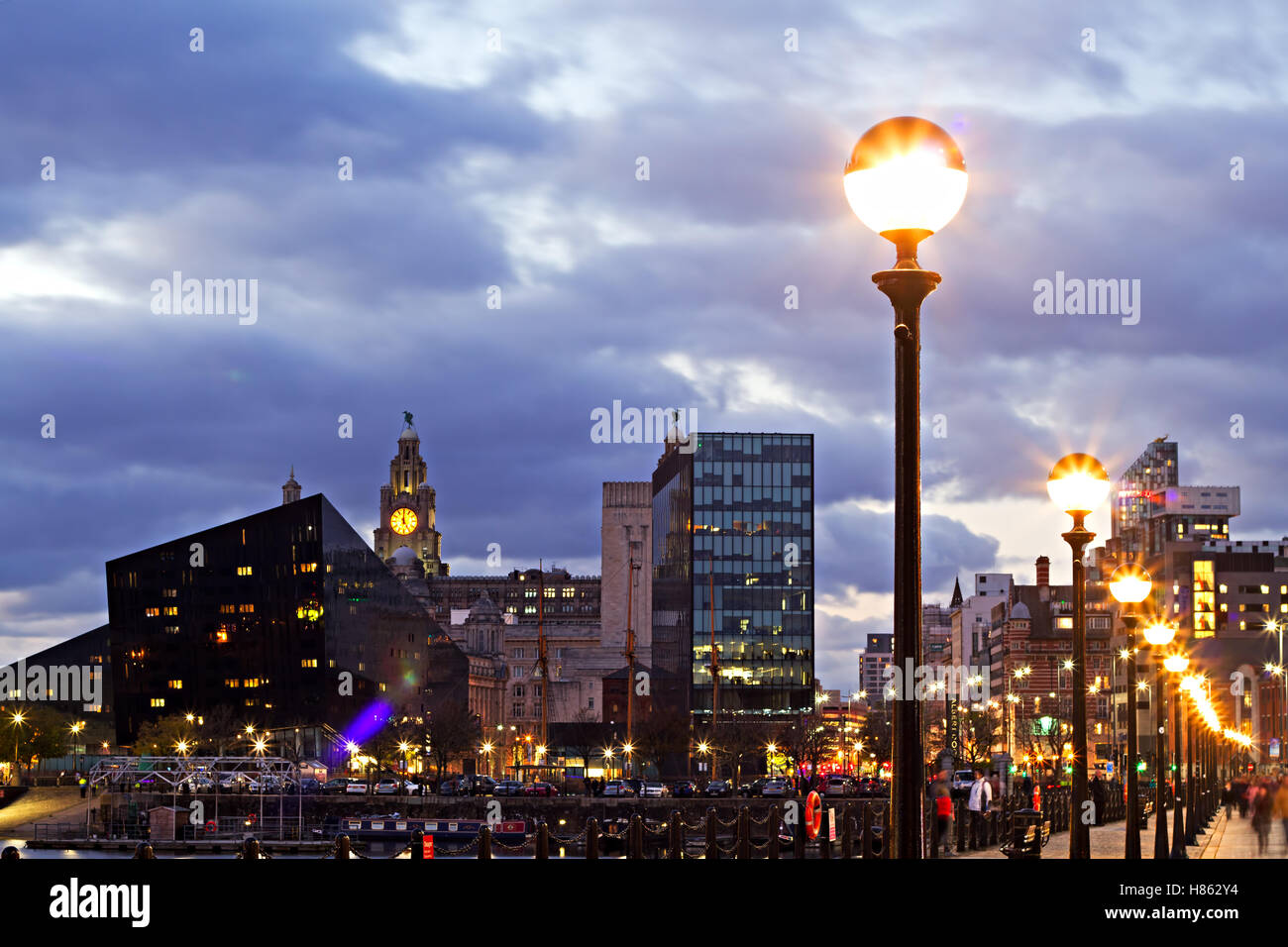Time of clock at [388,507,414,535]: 4:59
